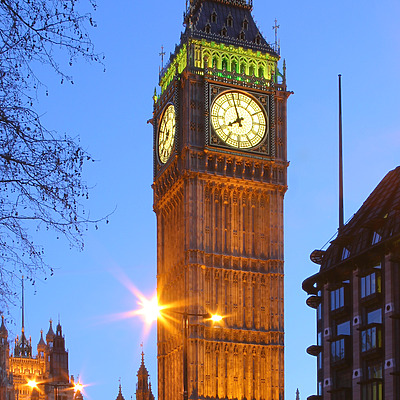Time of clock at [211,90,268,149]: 7:57
